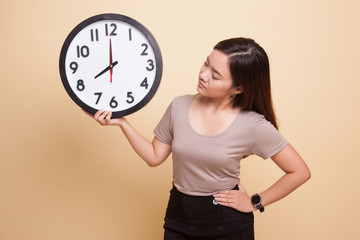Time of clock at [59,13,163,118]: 7:59
